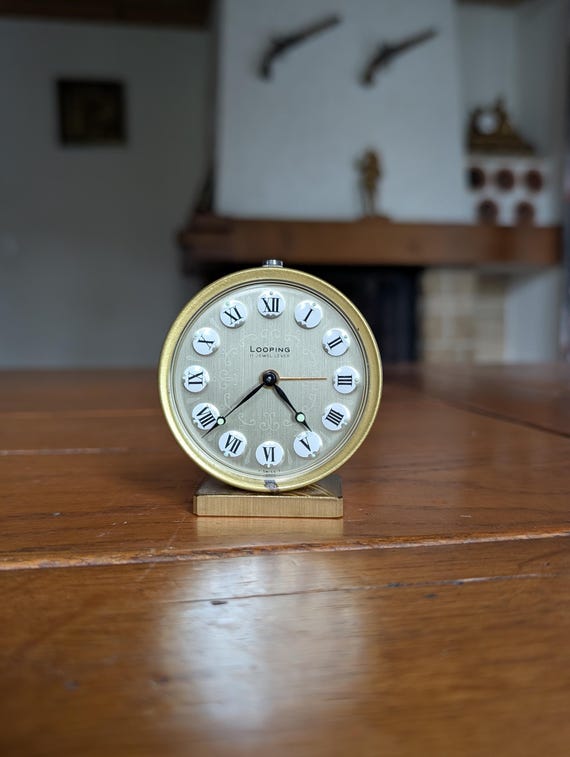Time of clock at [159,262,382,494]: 4:38
